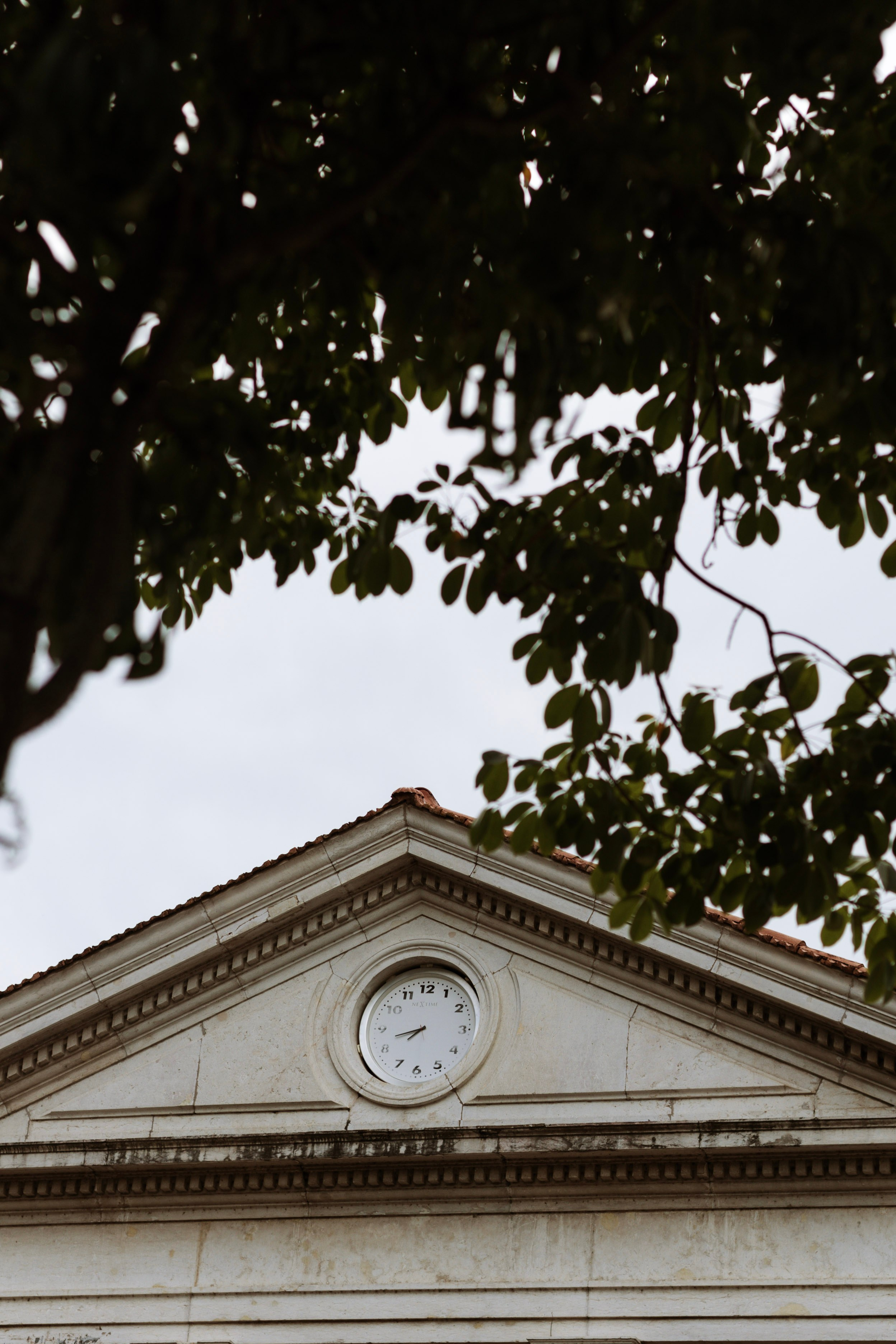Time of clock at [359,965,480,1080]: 7:42
